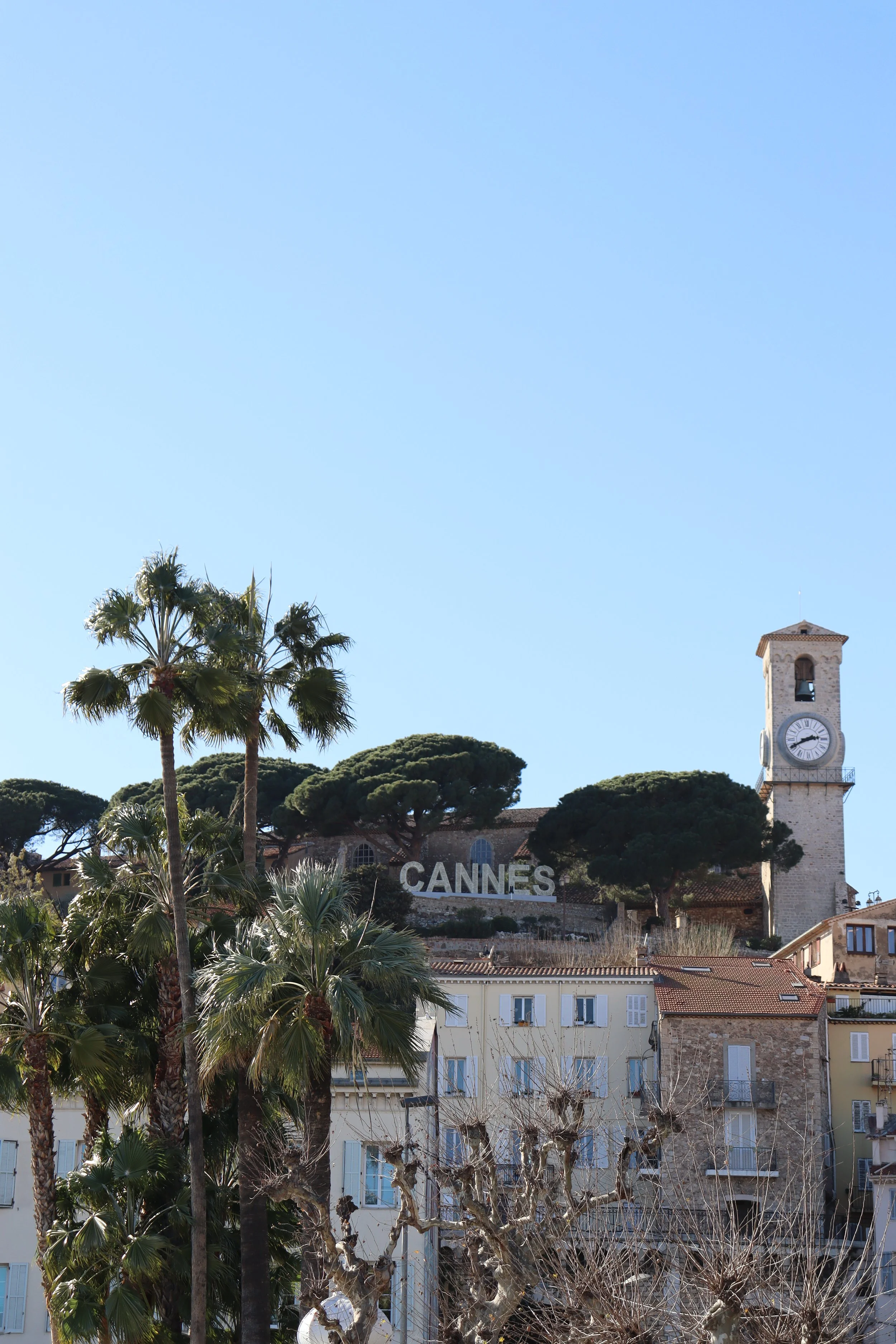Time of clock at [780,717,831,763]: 2:40
